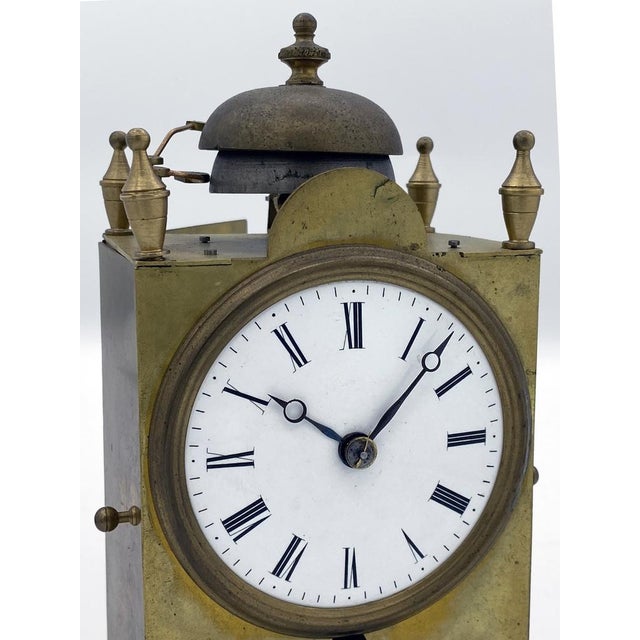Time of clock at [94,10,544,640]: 10:07
